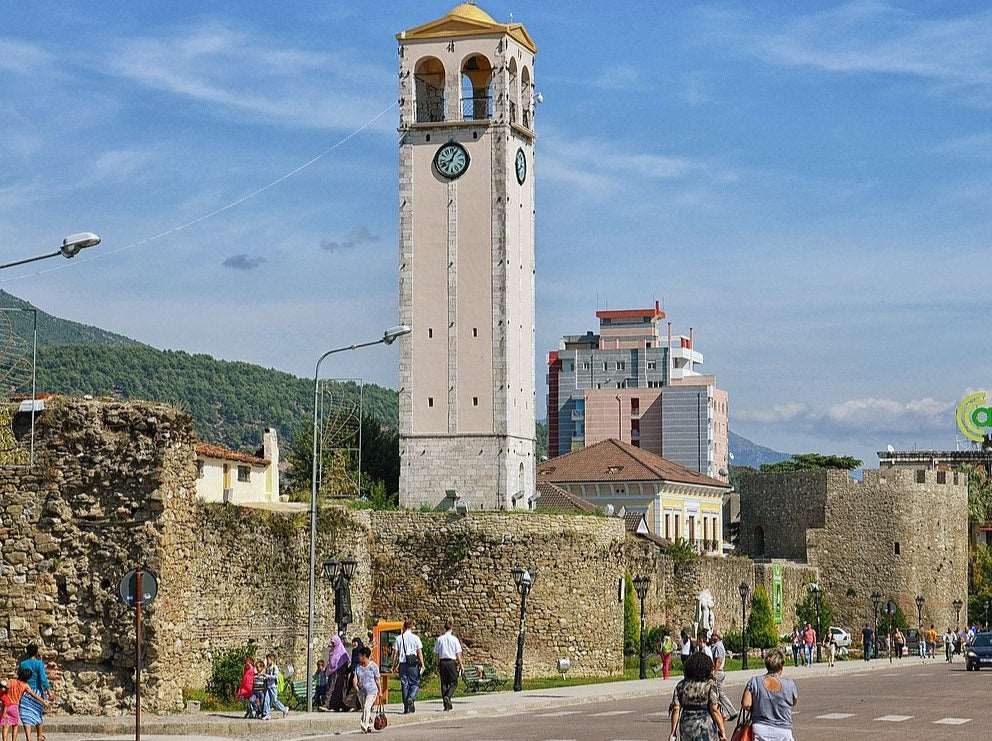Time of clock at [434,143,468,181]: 8:04
